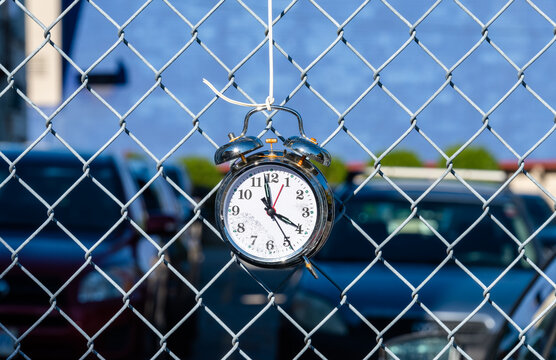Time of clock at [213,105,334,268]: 3:58
